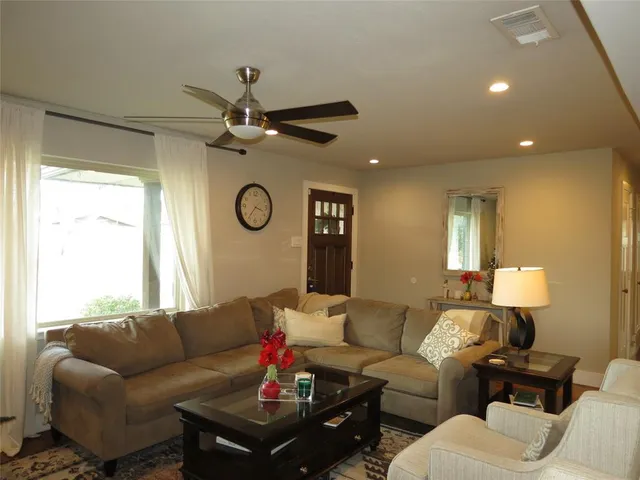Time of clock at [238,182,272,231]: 3:36
